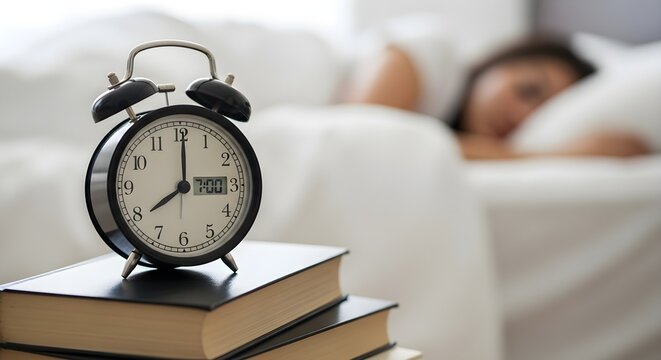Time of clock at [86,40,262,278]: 8:00
